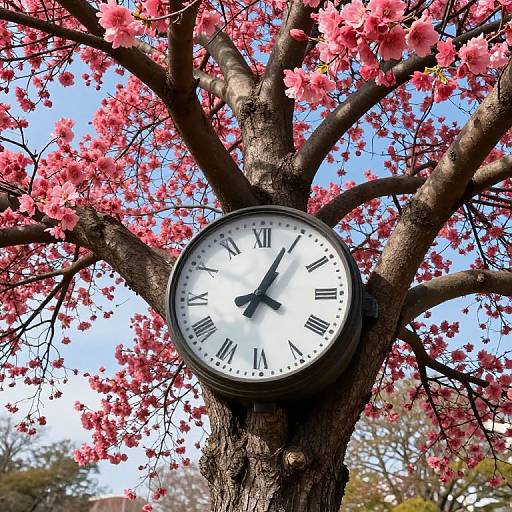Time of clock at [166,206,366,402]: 7:04
